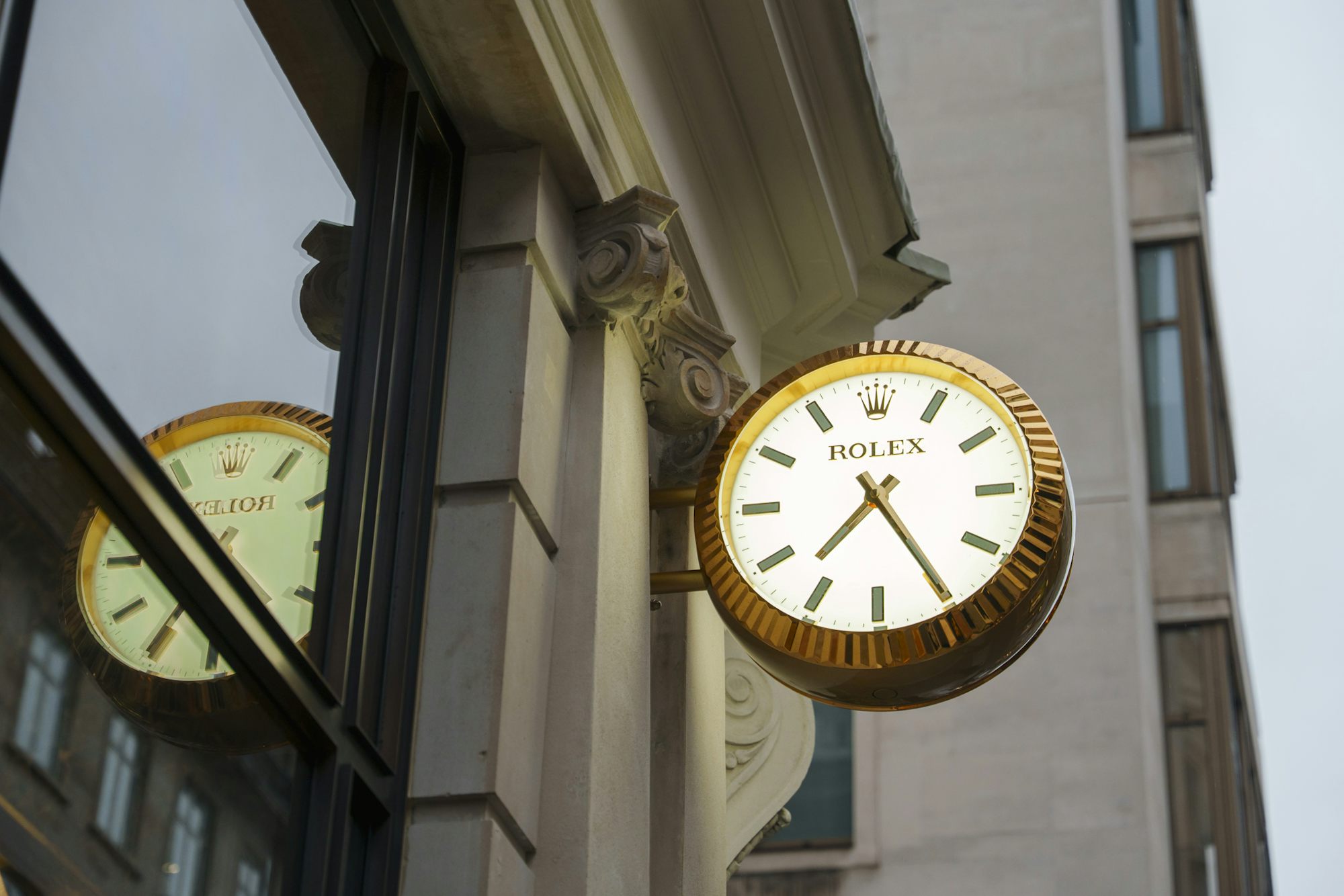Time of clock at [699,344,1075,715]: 7:24
